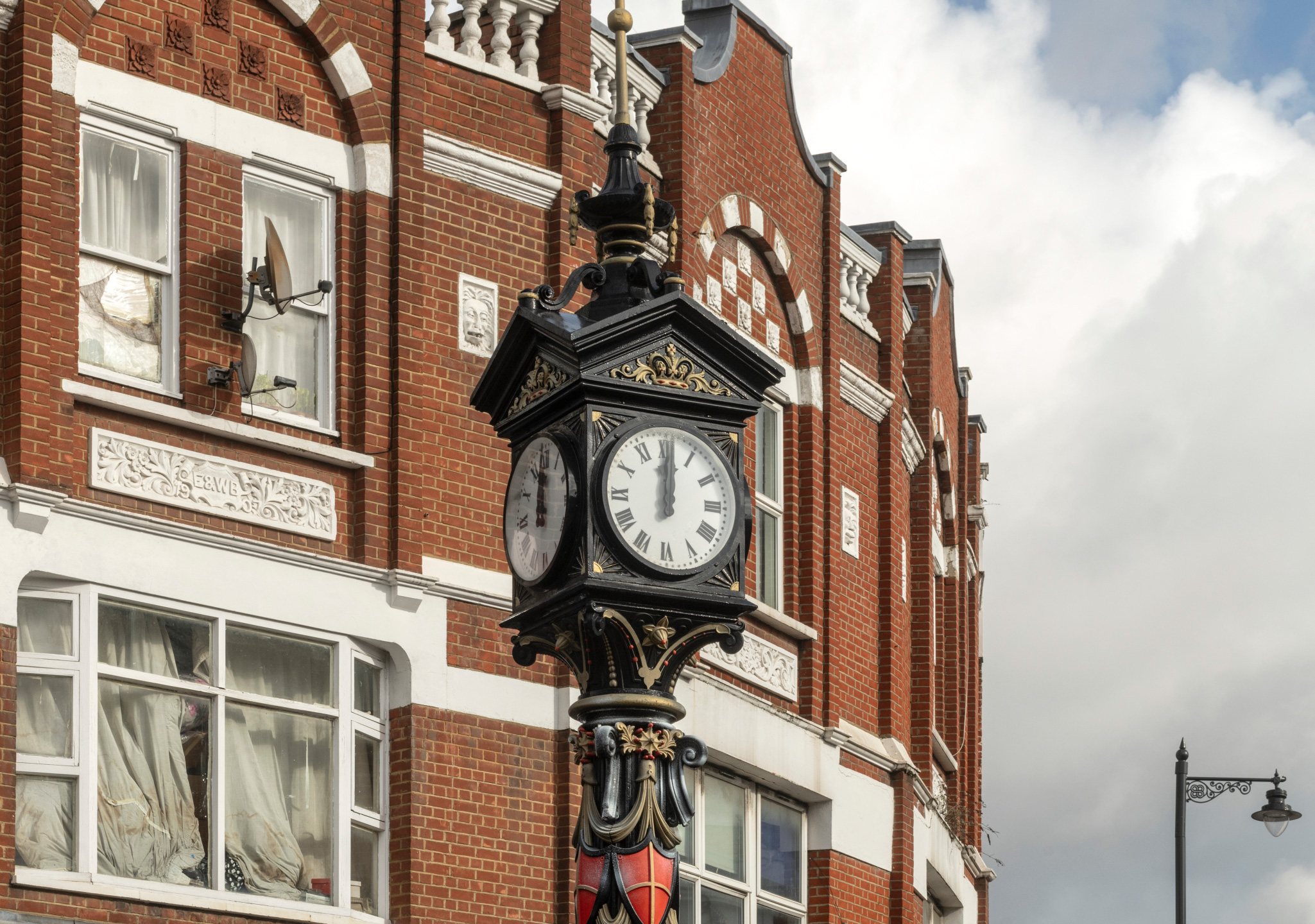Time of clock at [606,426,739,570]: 12:00
